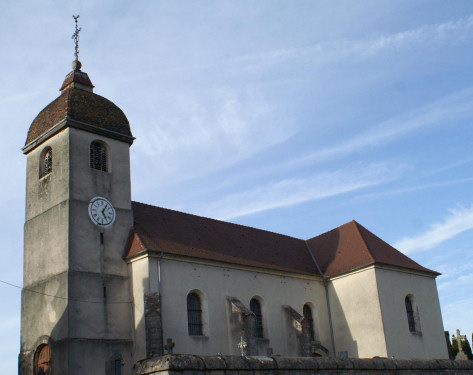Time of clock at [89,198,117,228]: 5:05
